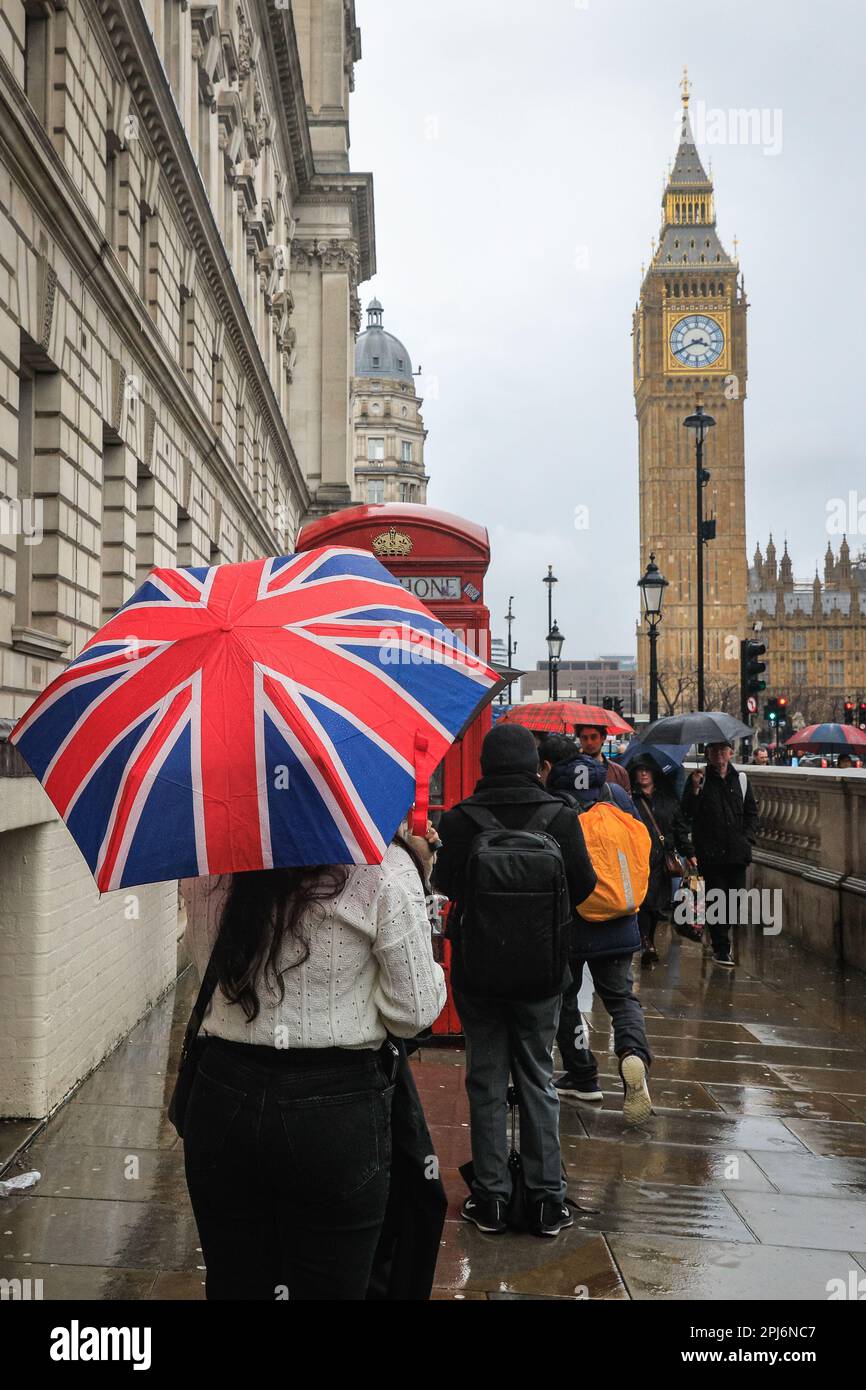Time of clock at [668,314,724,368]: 3:40
